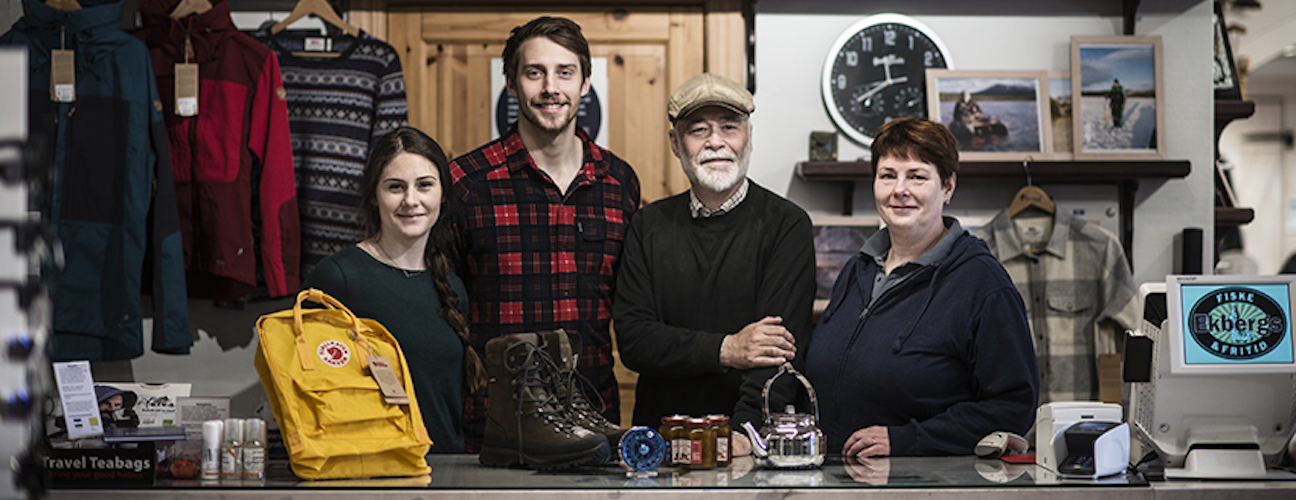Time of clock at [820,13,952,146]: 11:40
